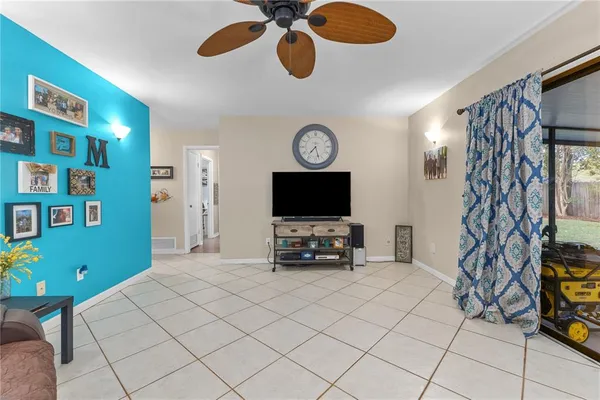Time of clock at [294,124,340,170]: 7:27
